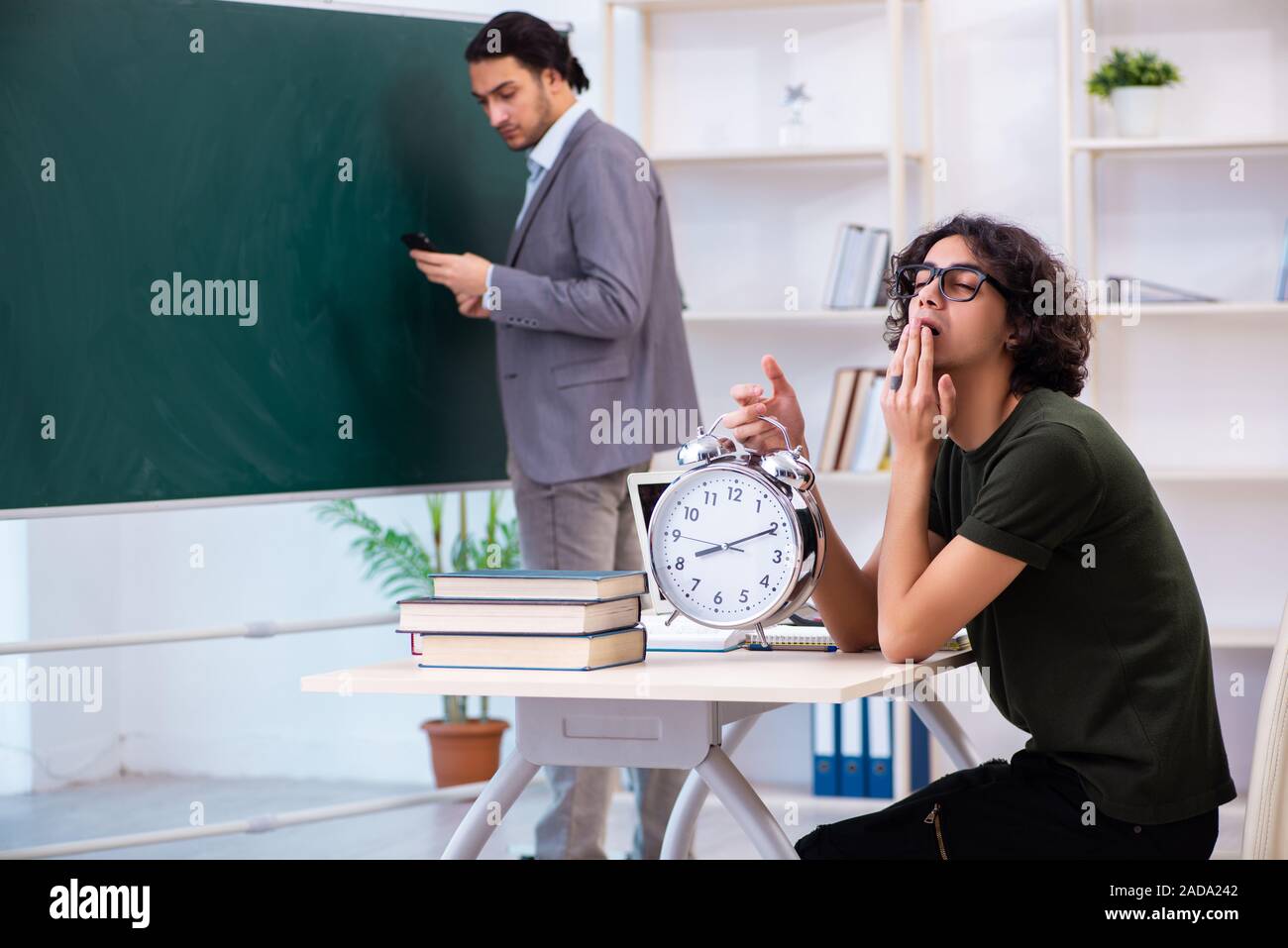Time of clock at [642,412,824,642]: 8:10
